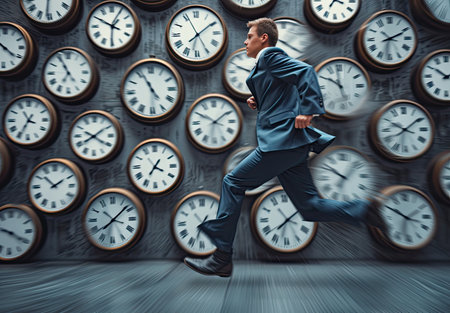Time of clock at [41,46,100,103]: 6:55
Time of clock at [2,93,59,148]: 3:34
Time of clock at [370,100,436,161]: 1:49
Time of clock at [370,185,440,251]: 1:50
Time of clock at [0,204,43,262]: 9:20
